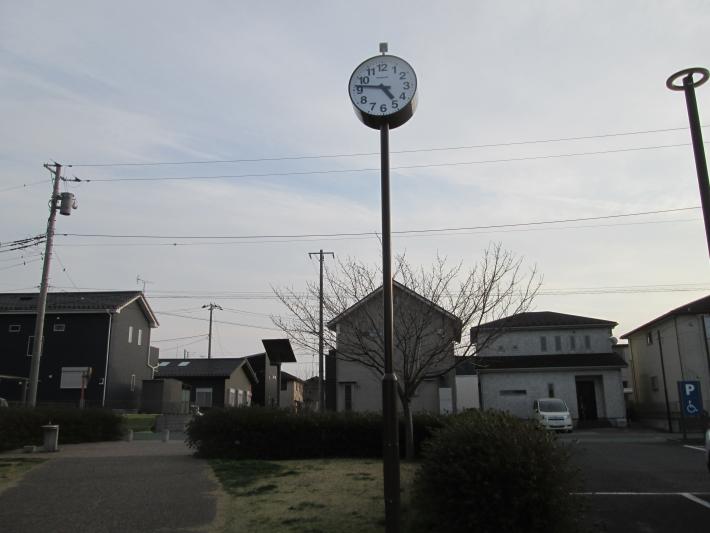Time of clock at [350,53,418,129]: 4:46
